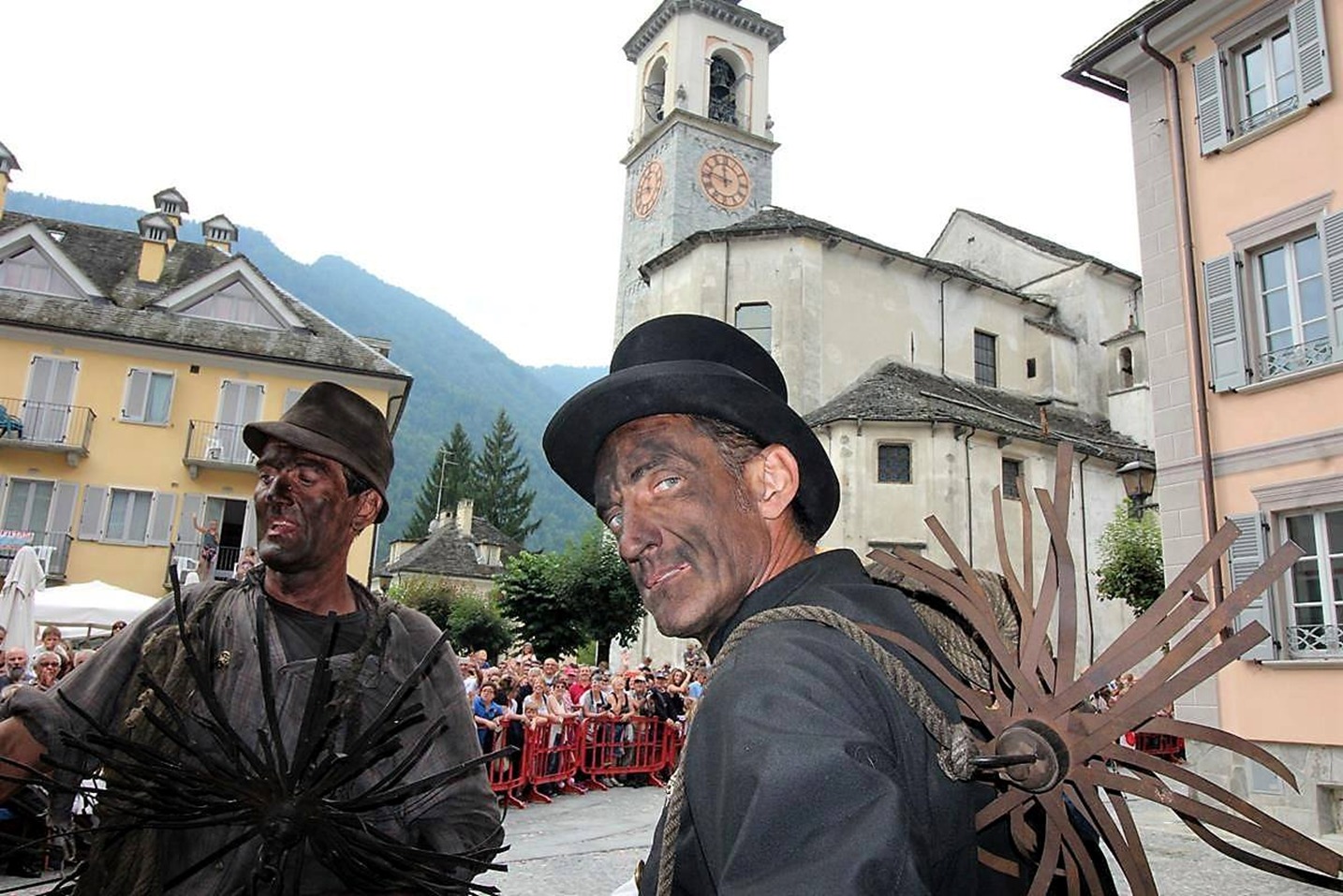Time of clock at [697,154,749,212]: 11:46
